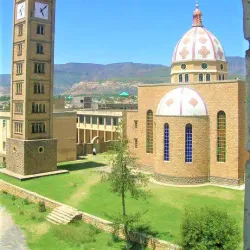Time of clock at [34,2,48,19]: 5:07
